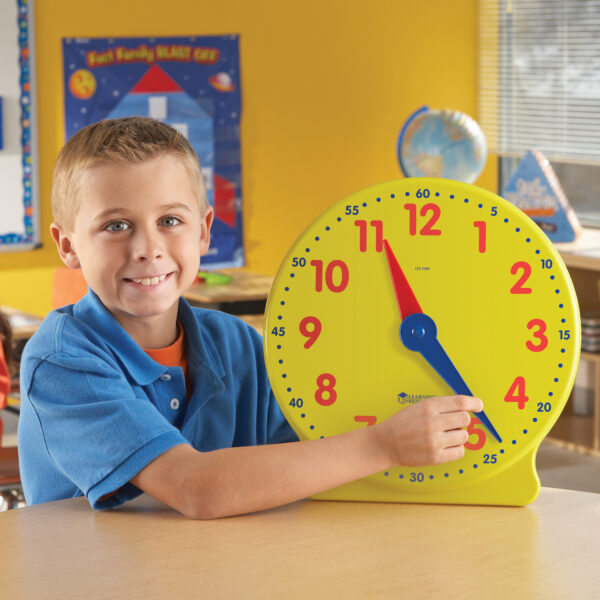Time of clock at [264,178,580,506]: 11:23
